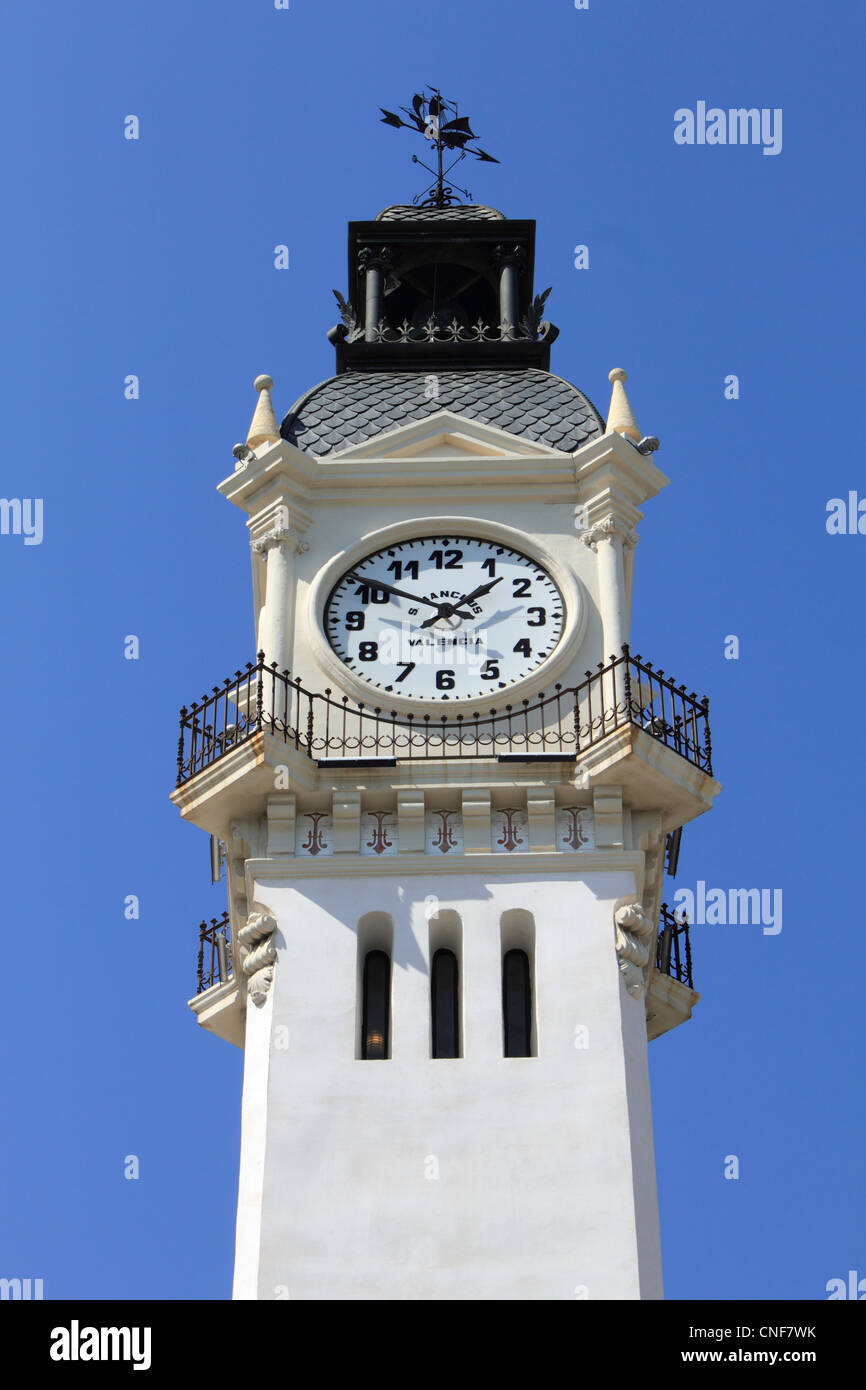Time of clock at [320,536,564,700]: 1:50
